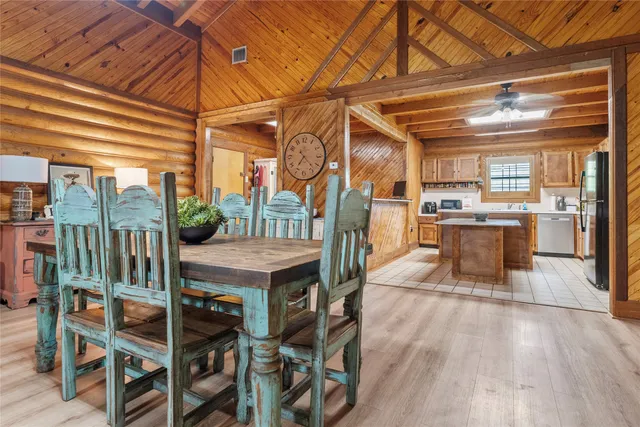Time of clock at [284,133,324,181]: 7:22
